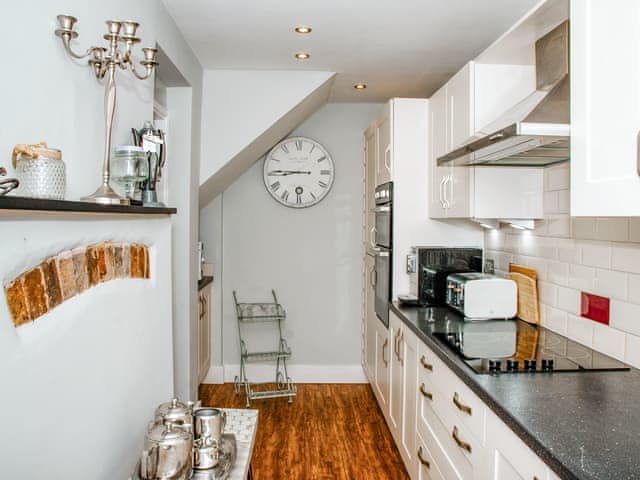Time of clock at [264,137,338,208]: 8:45
